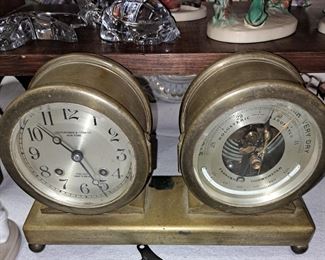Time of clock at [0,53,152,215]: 10:26
